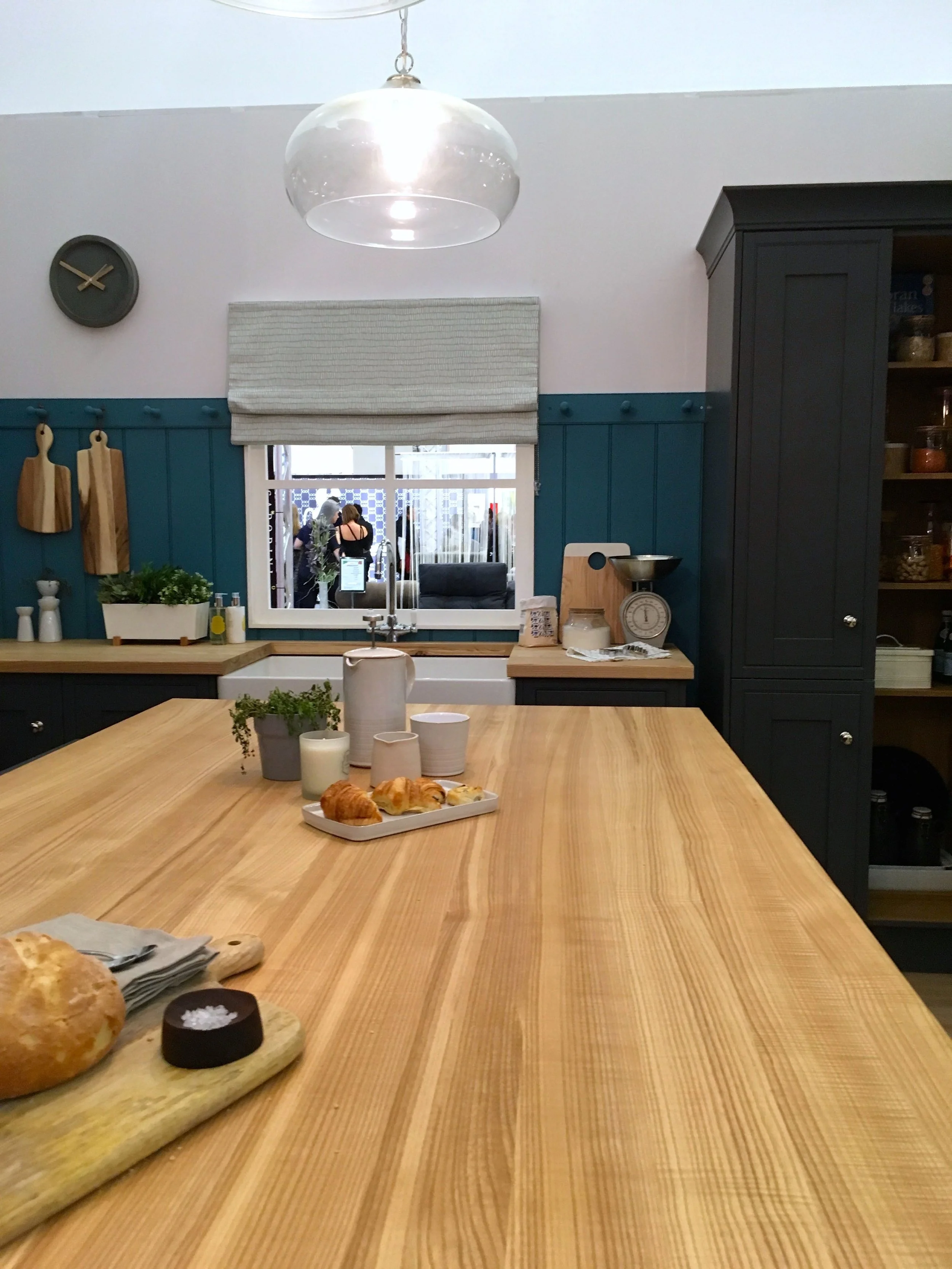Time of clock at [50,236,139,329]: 1:50
